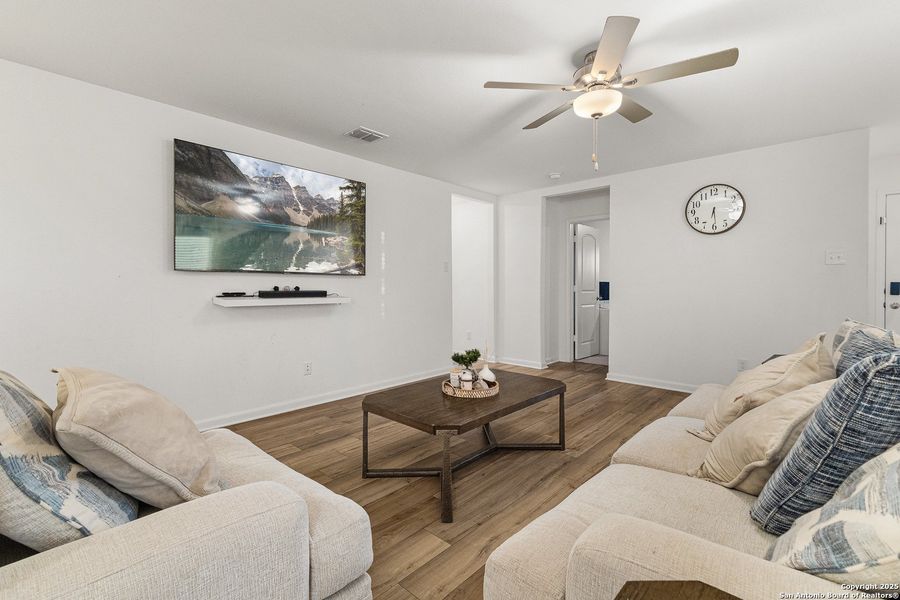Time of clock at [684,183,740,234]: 6:29
